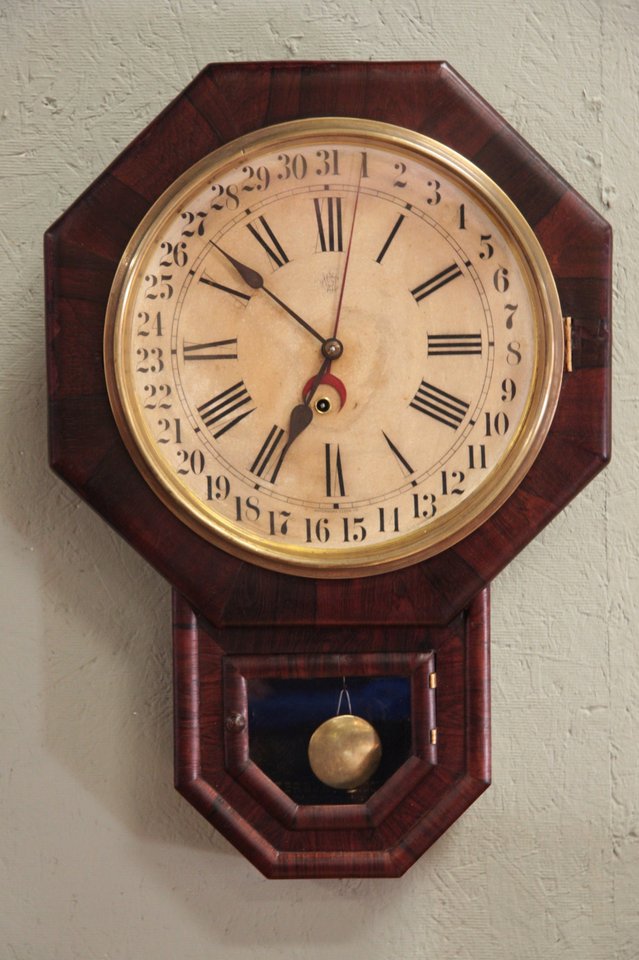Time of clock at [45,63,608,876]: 6:52
